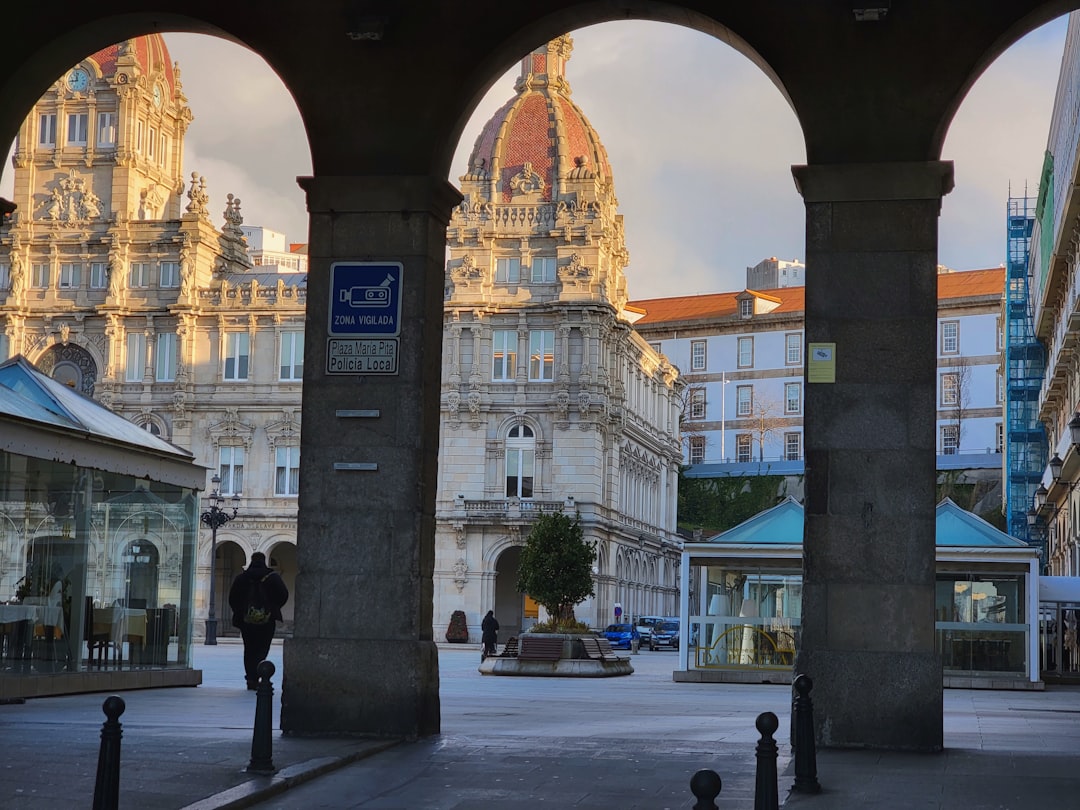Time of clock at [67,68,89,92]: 11:44
